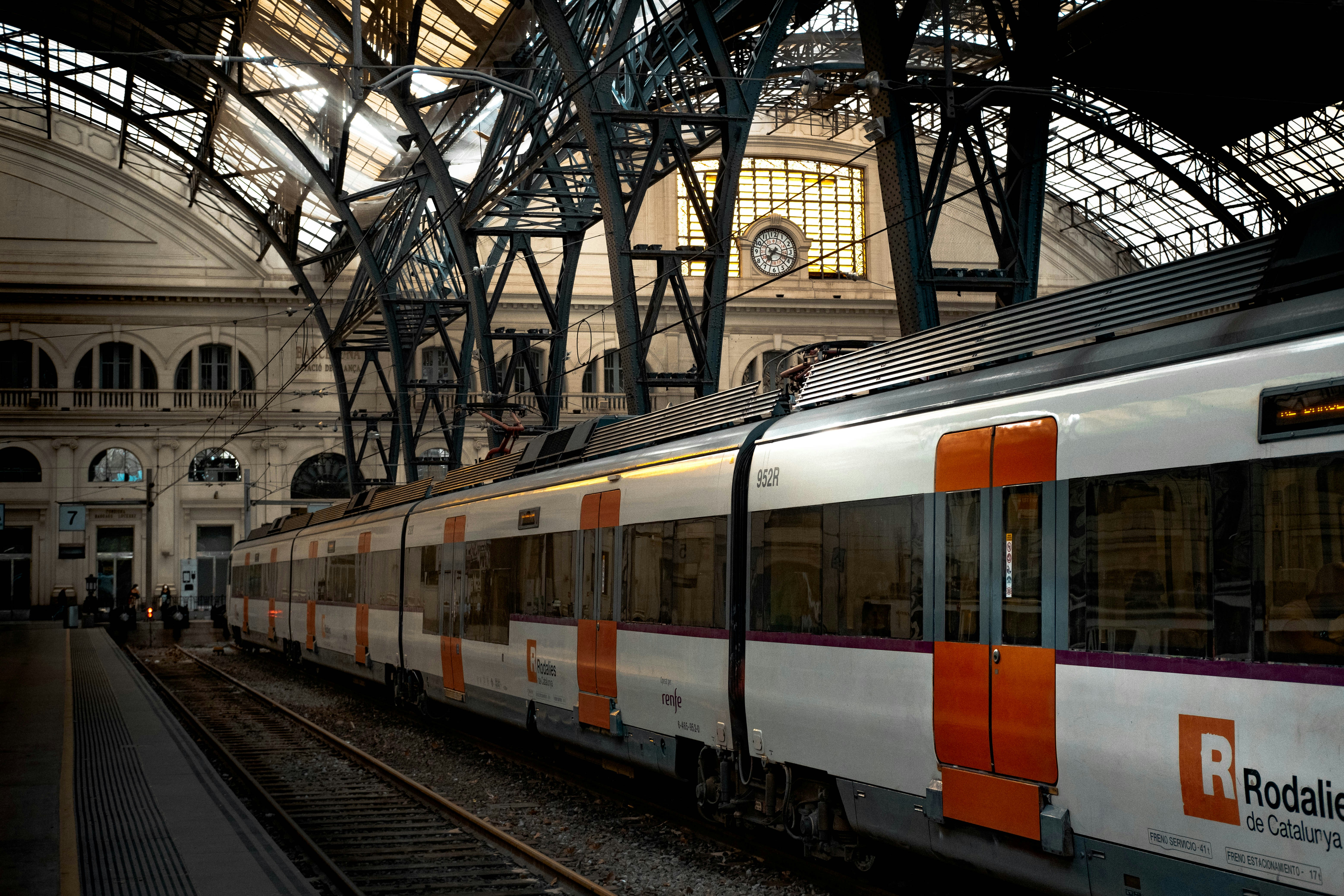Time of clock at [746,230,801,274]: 7:18
